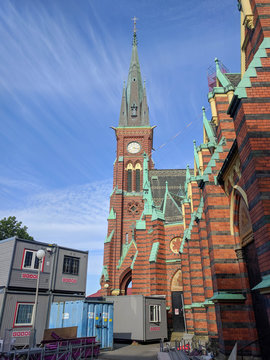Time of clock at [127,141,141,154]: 4:17
